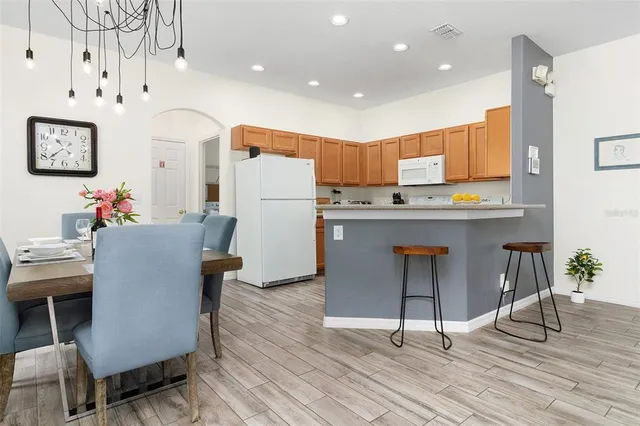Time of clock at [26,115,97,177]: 10:38
